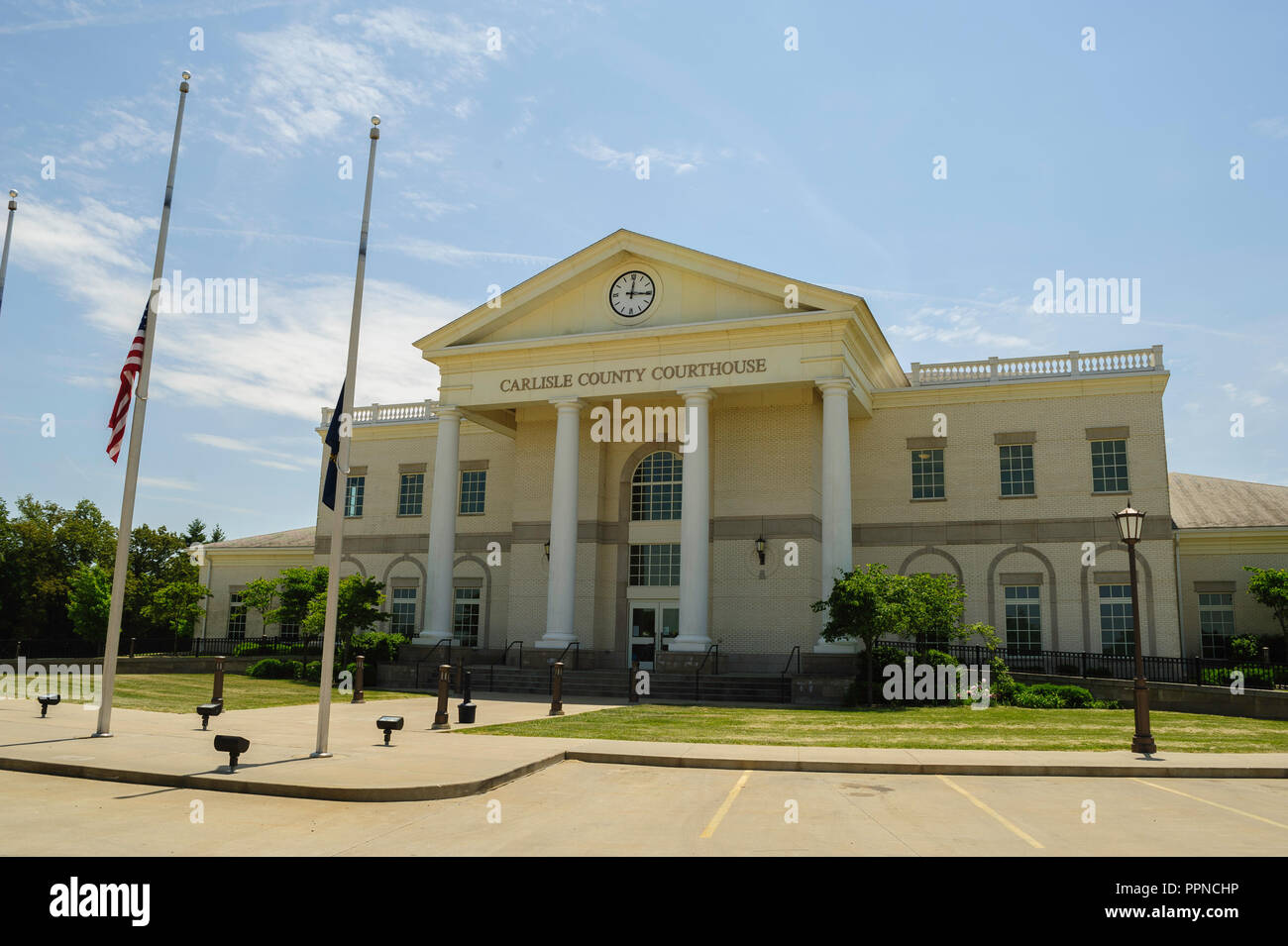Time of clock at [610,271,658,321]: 12:15
